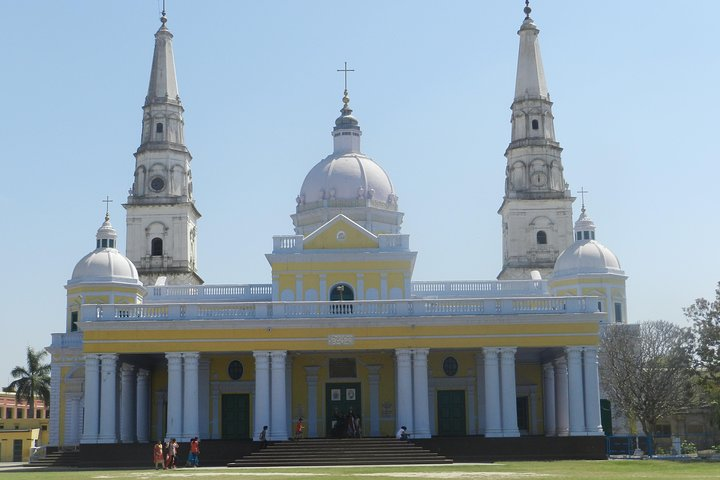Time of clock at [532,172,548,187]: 5:59
